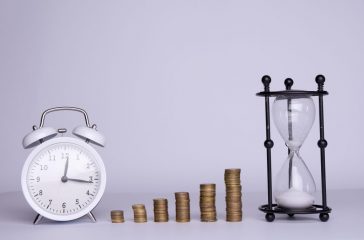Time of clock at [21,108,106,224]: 12:16
